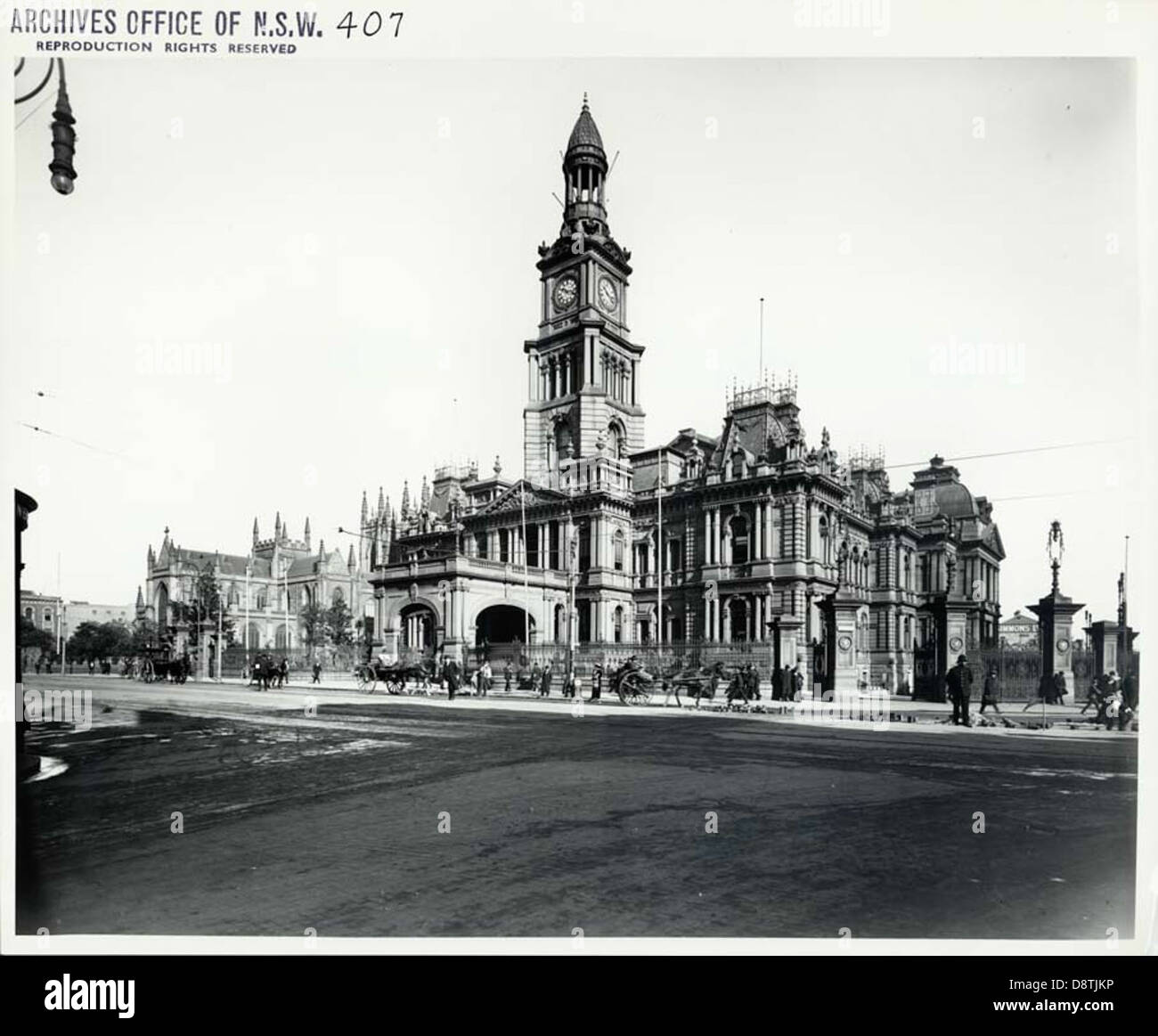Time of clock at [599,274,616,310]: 10:17
